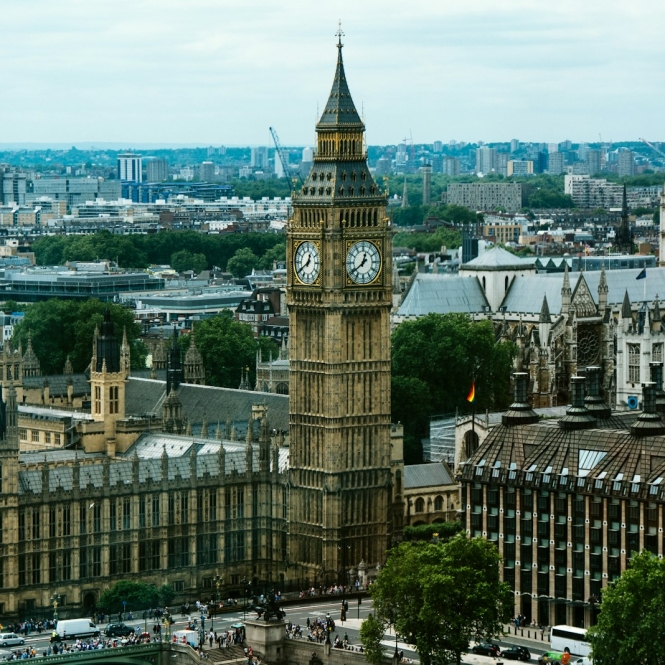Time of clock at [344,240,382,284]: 12:39
